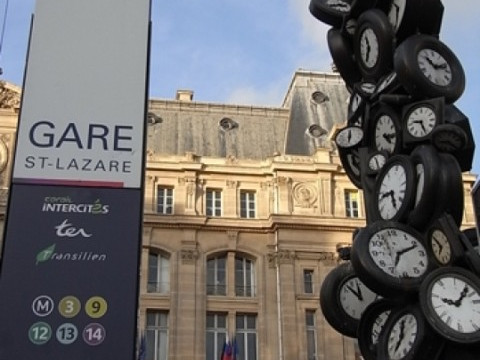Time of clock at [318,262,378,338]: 11:52
